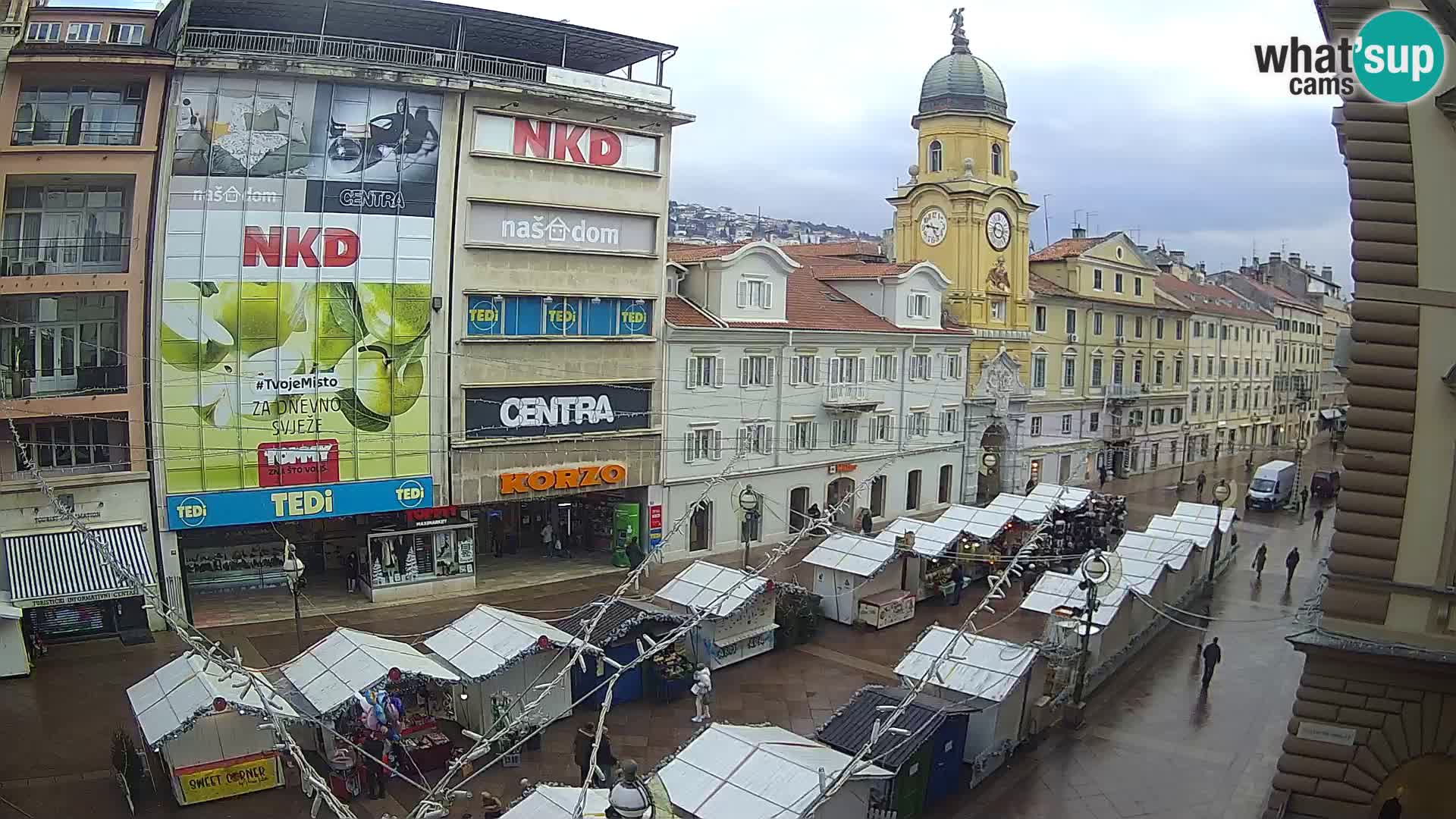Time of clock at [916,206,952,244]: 4:46
